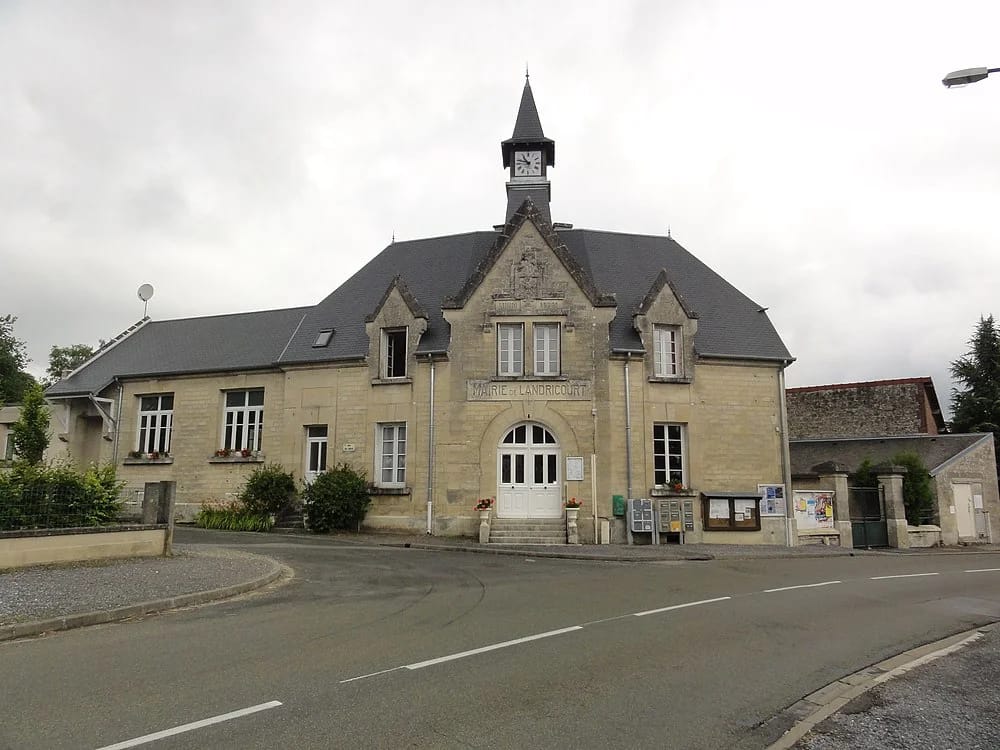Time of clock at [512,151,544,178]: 10:47
